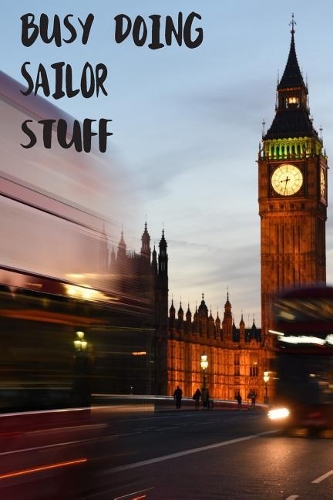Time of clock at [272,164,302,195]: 8:32
